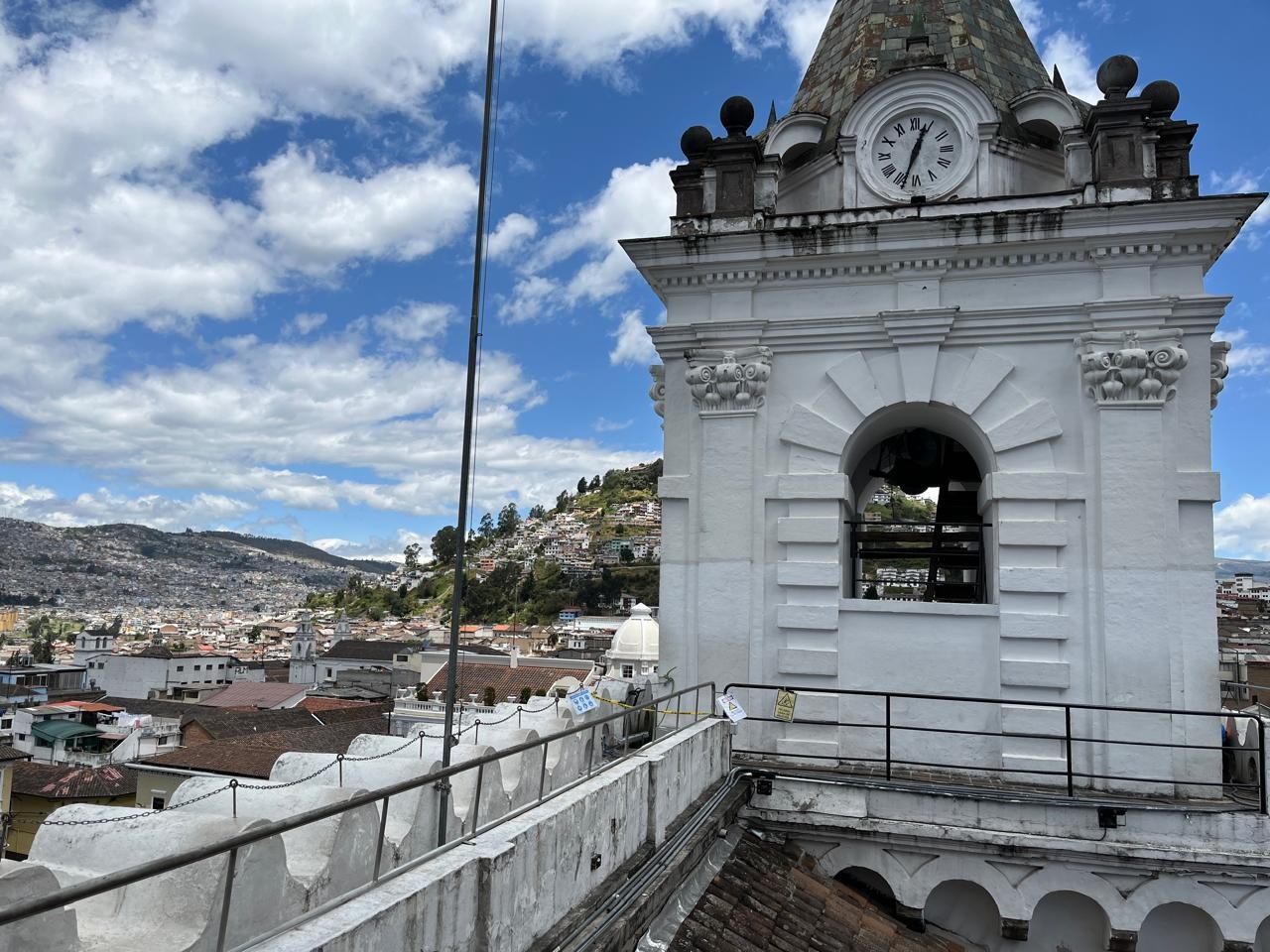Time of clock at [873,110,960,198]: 12:33
